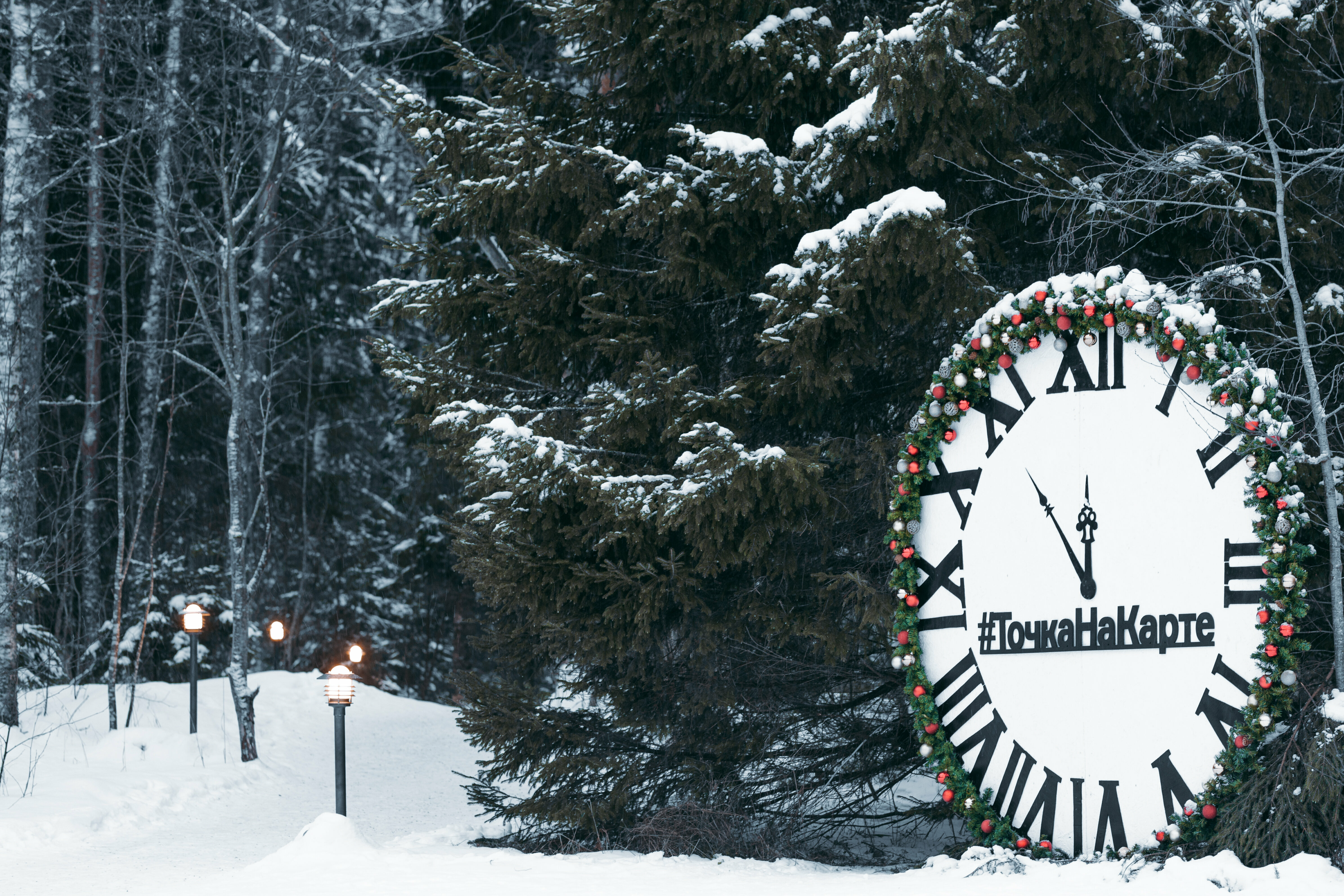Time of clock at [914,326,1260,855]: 11:53
